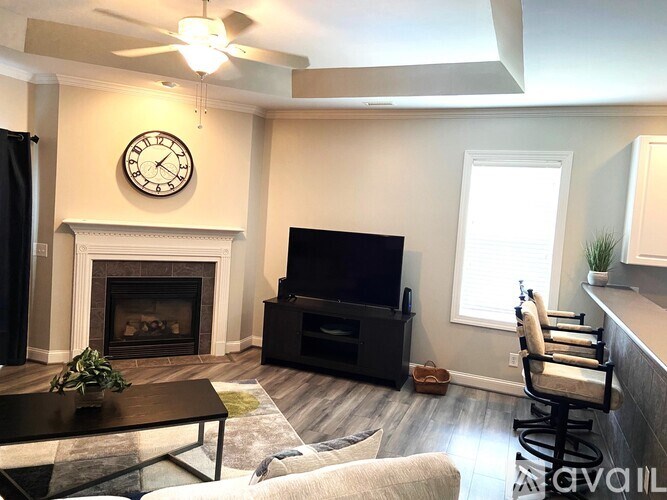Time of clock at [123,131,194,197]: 1:20
